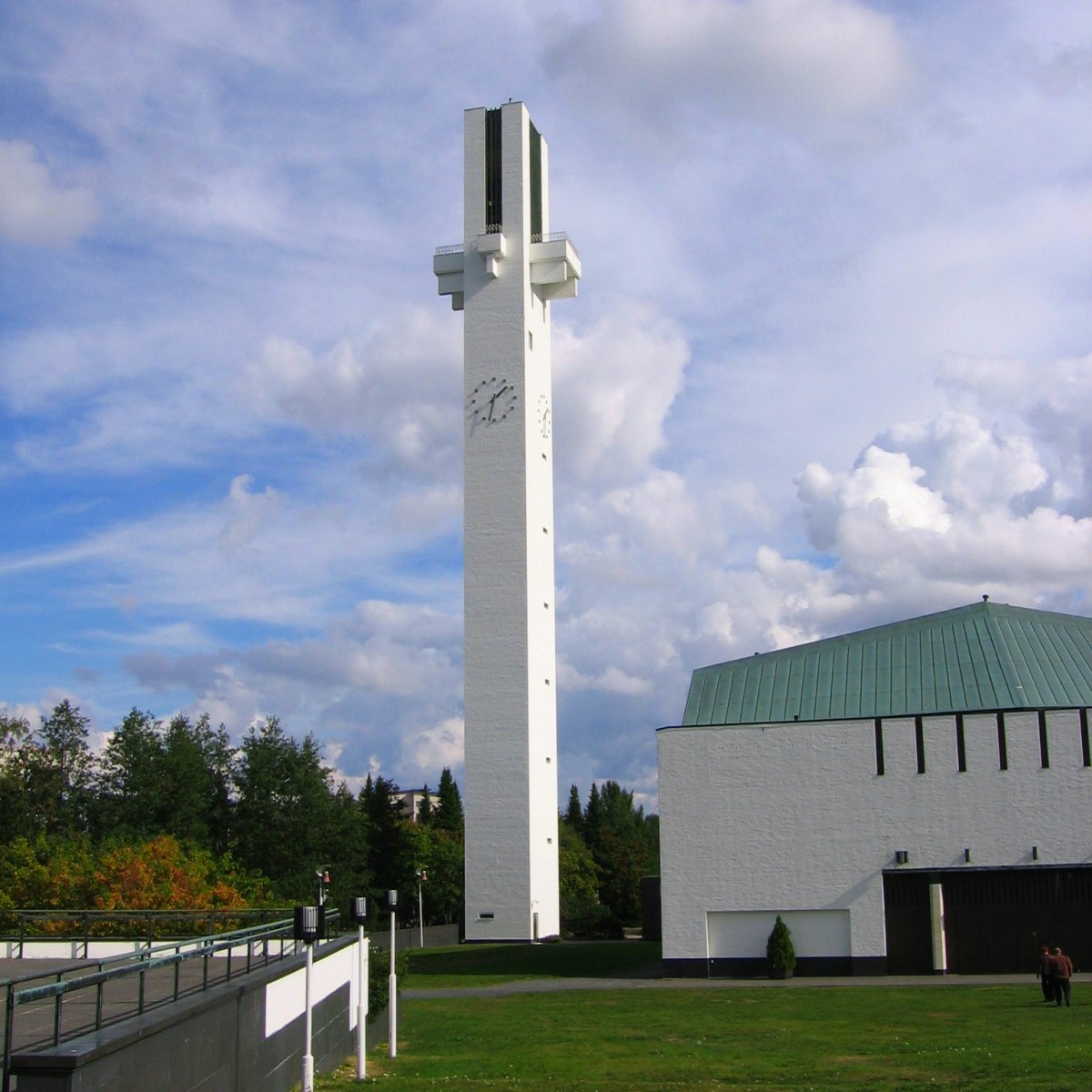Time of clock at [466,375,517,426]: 1:32
